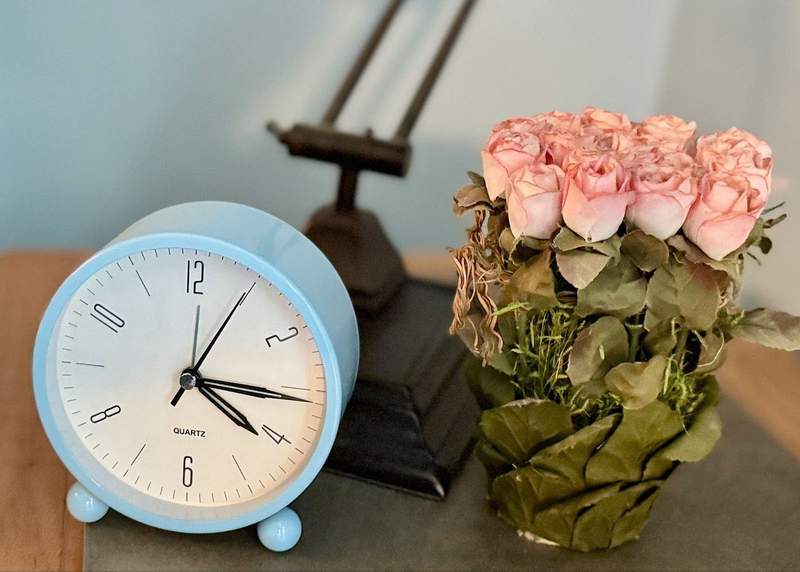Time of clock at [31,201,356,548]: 4:15
